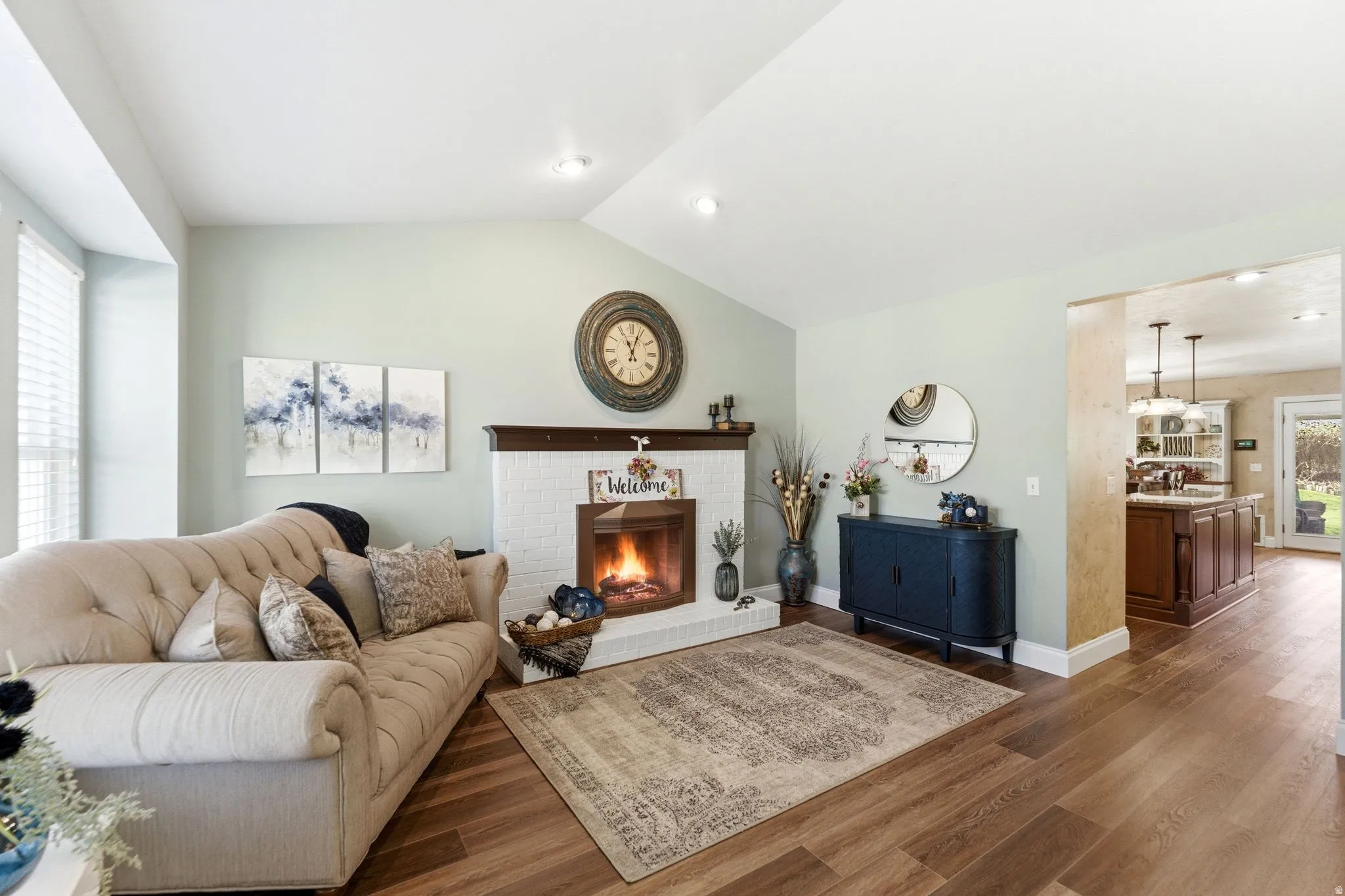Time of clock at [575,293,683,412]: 11:03
